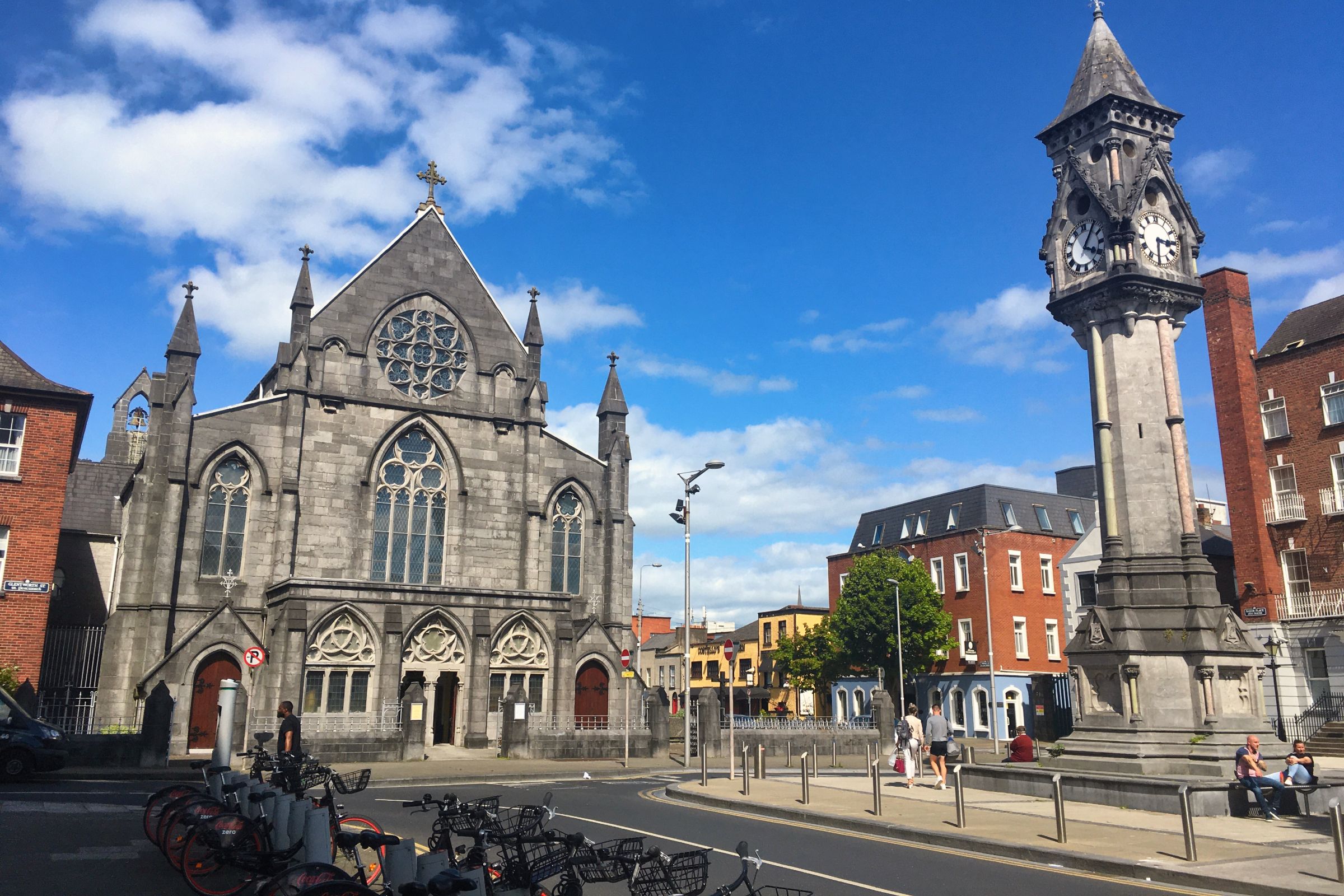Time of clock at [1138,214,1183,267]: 6:15
